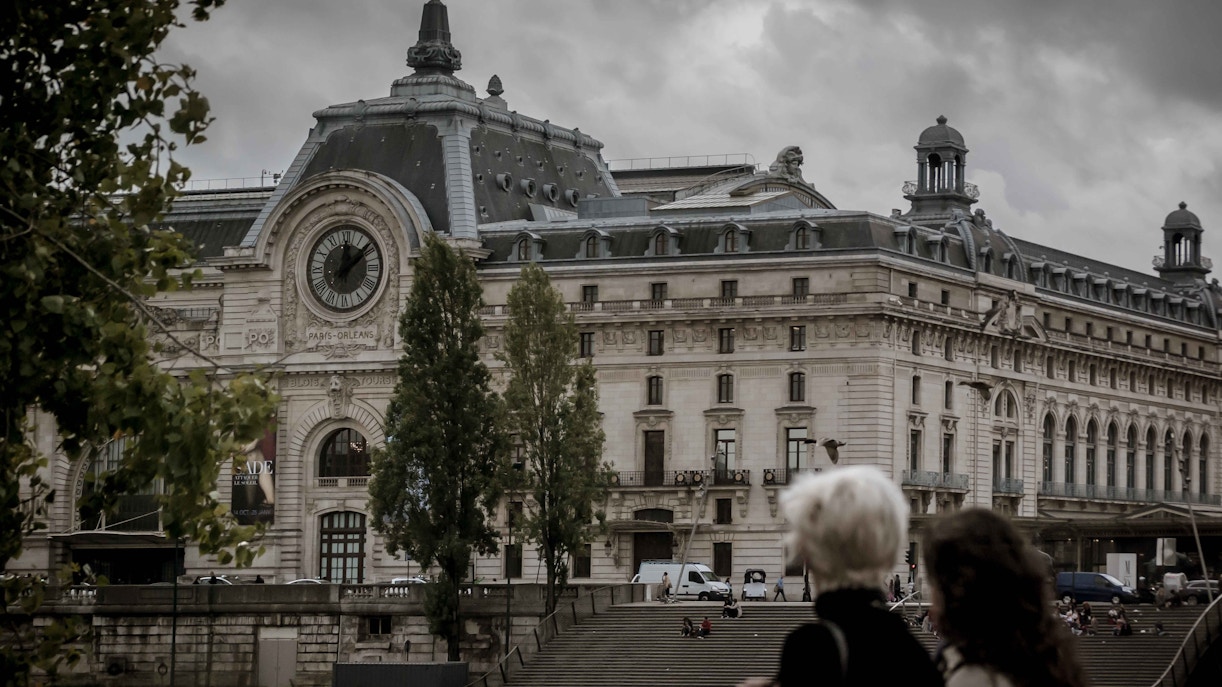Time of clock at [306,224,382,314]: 12:08
